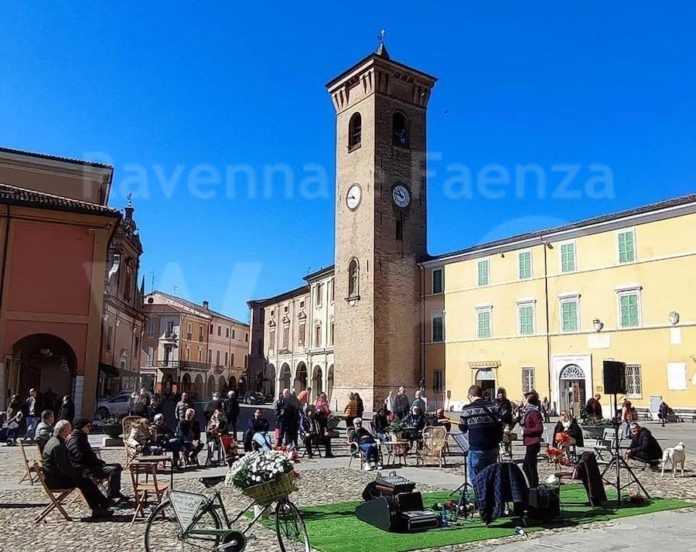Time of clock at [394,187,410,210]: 10:47
